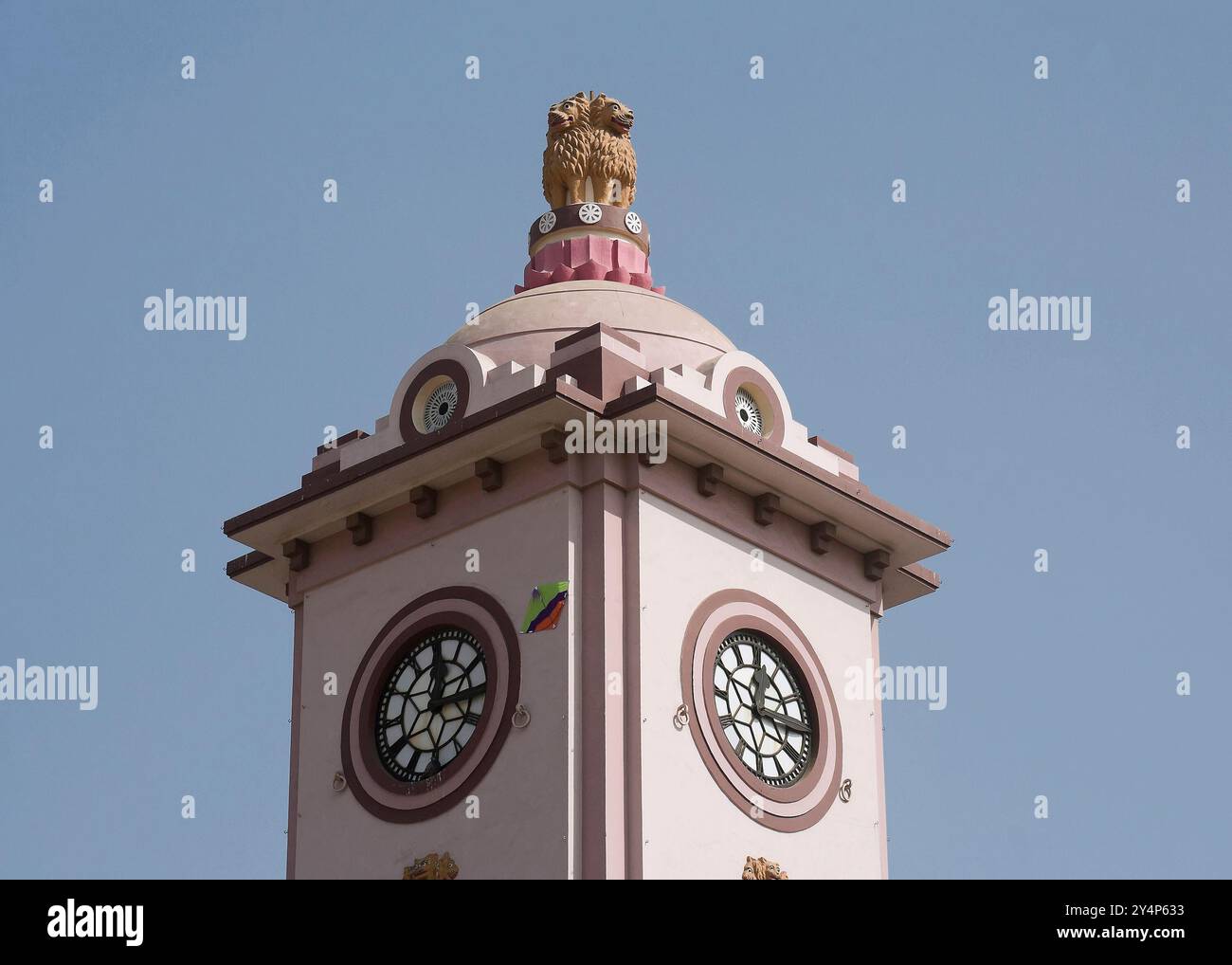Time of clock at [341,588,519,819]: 12:14
